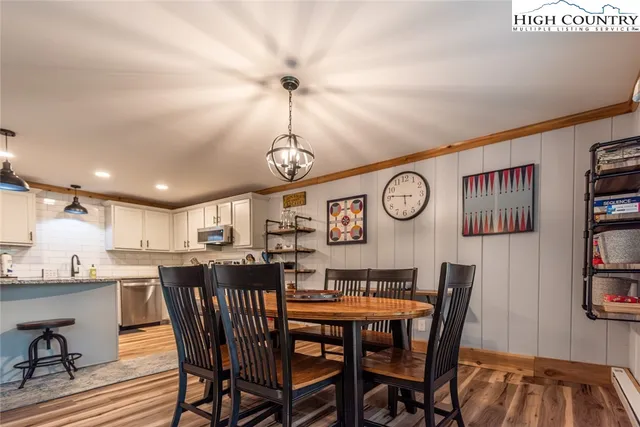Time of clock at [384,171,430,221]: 5:46
